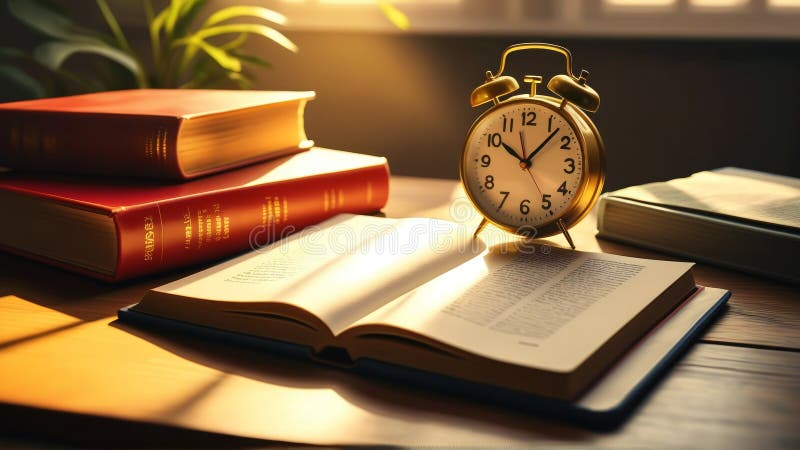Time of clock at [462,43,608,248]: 10:07
